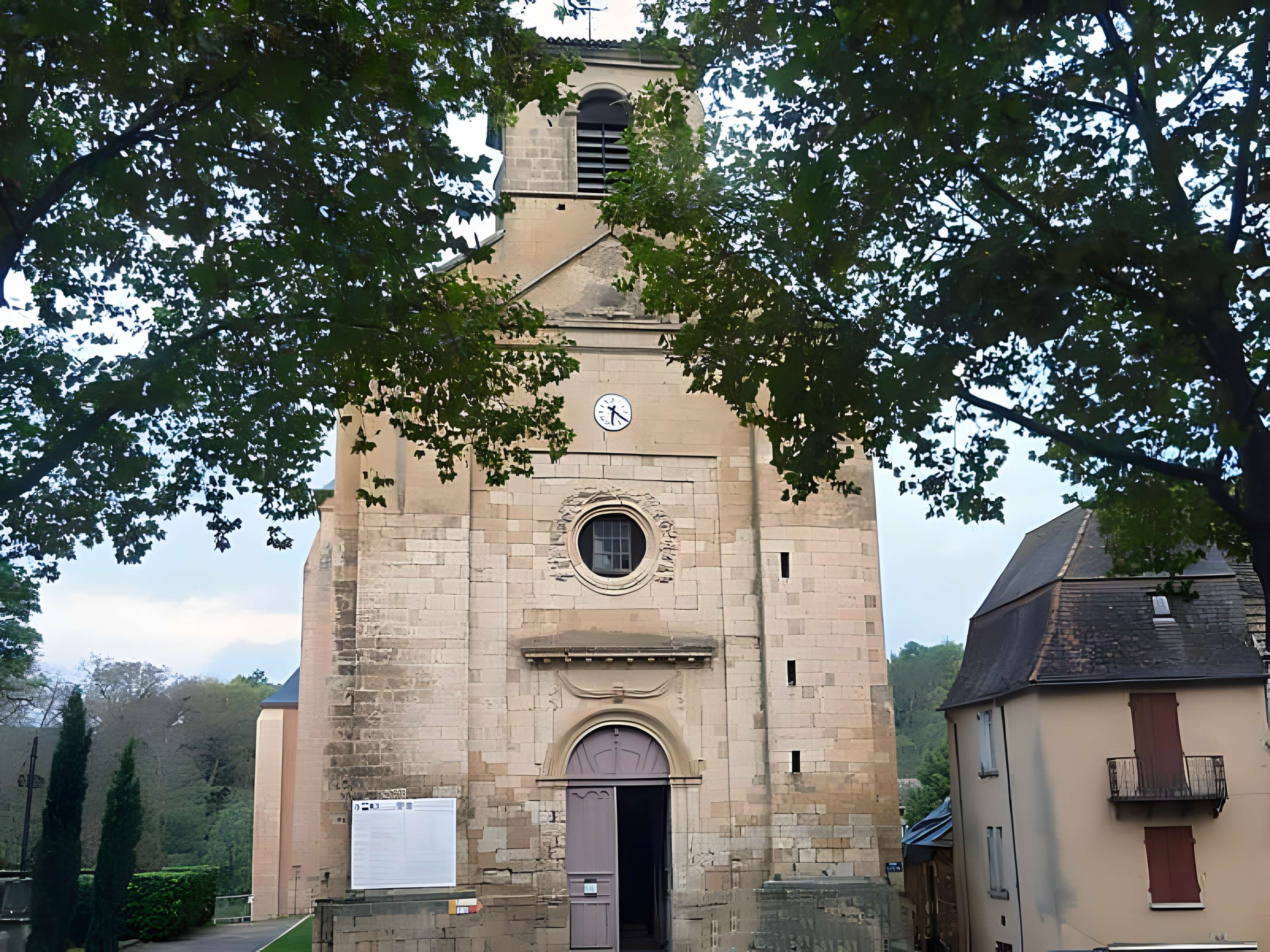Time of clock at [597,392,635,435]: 6:20
